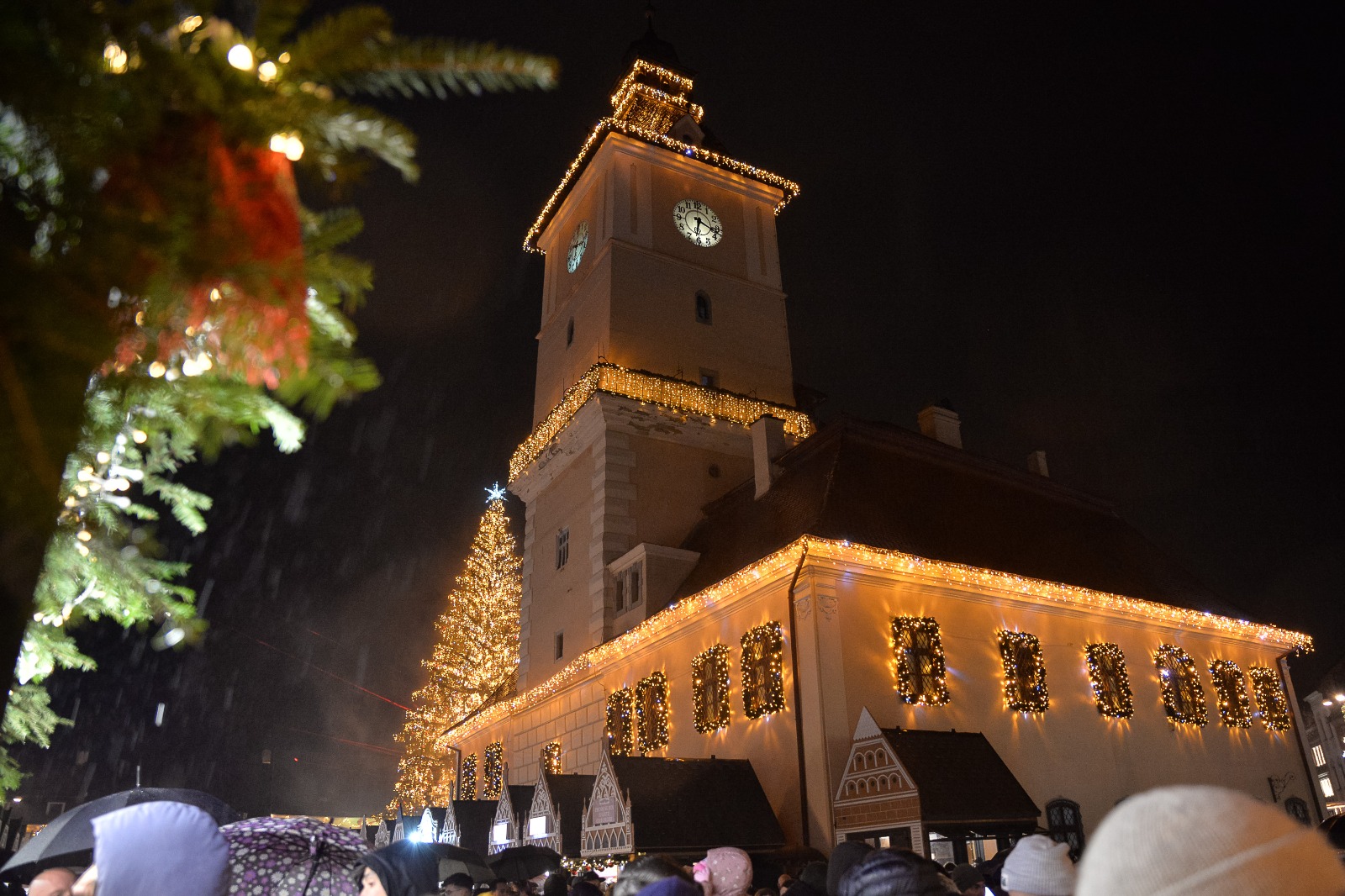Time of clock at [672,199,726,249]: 6:18
